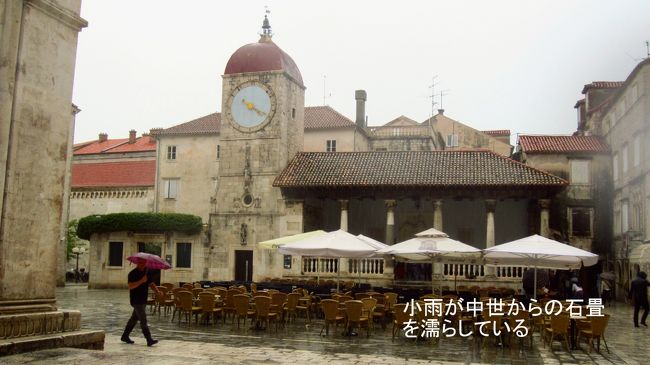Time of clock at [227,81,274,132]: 4:20
